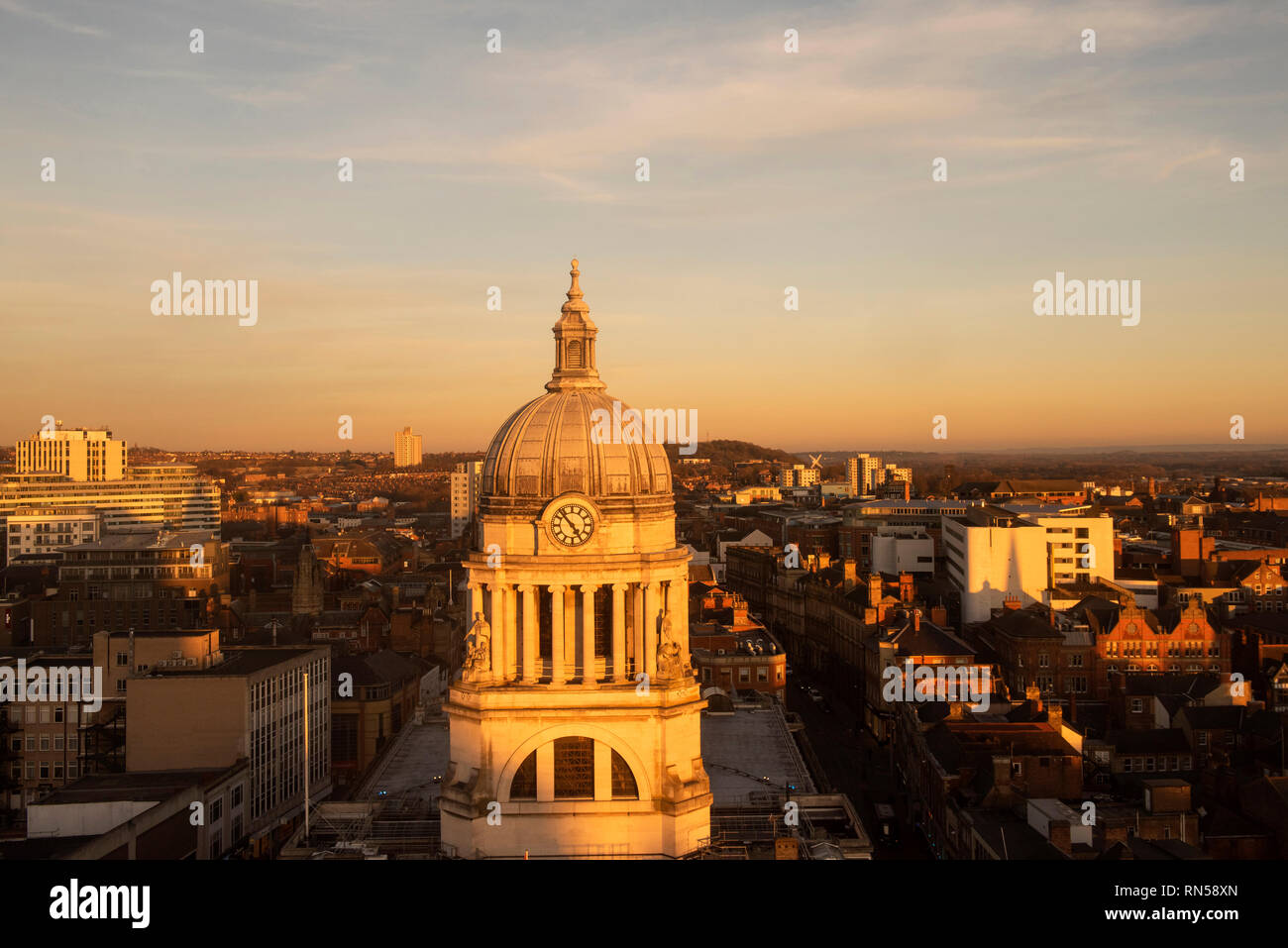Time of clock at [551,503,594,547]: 4:52
